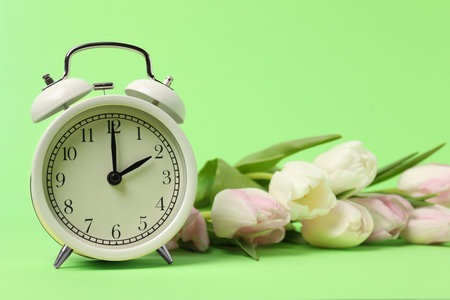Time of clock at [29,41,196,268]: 2:00
